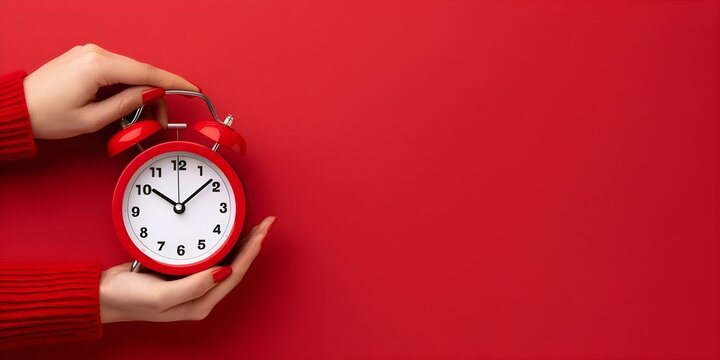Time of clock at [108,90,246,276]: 10:08
